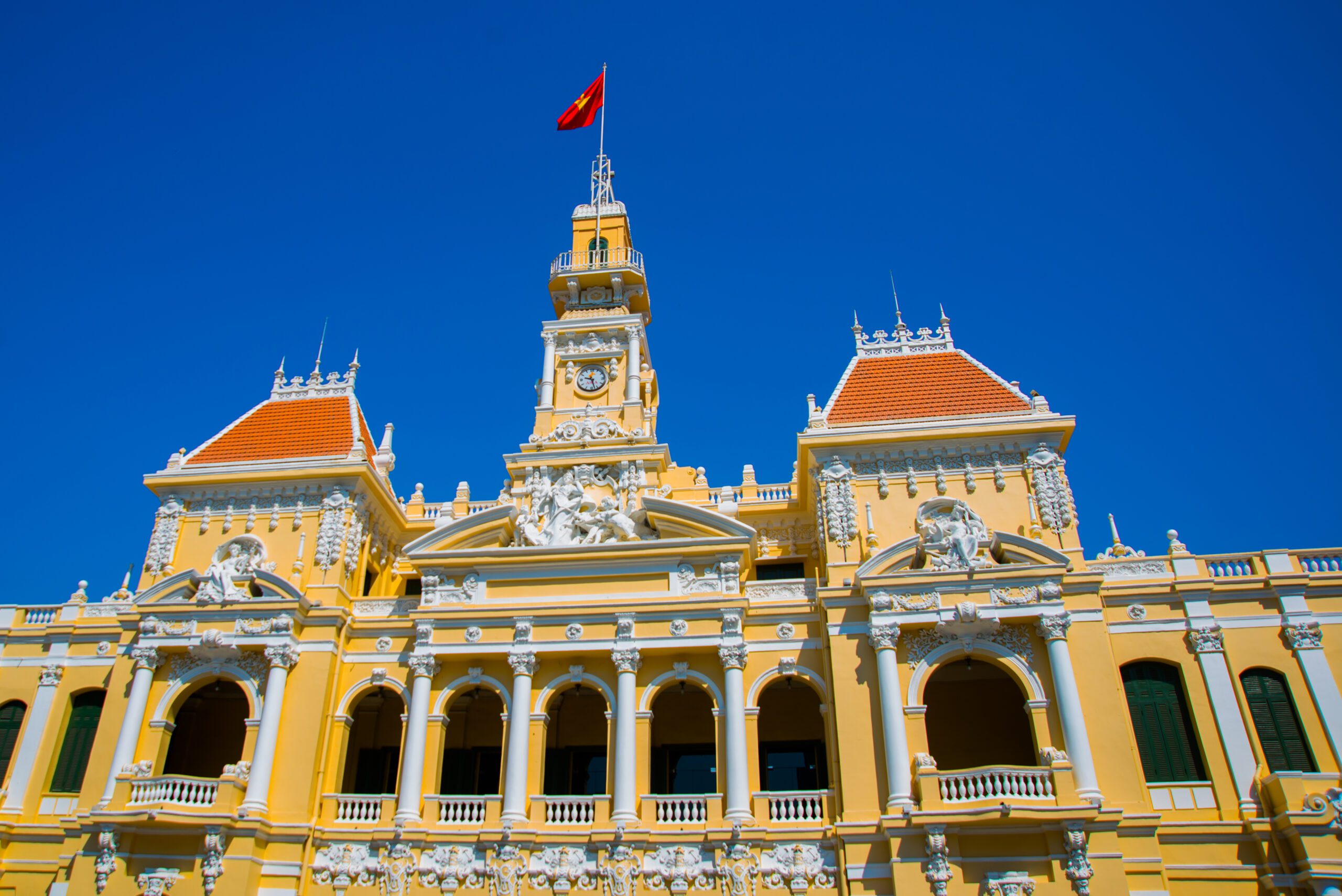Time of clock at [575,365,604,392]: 9:27
